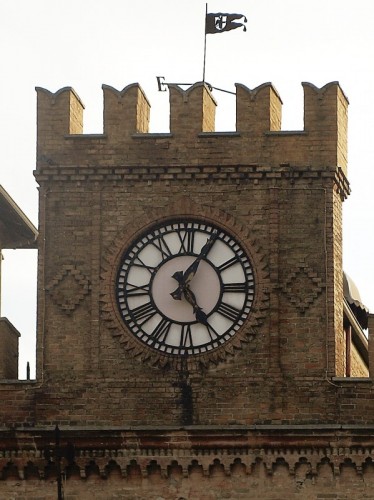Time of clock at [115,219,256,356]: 5:05
